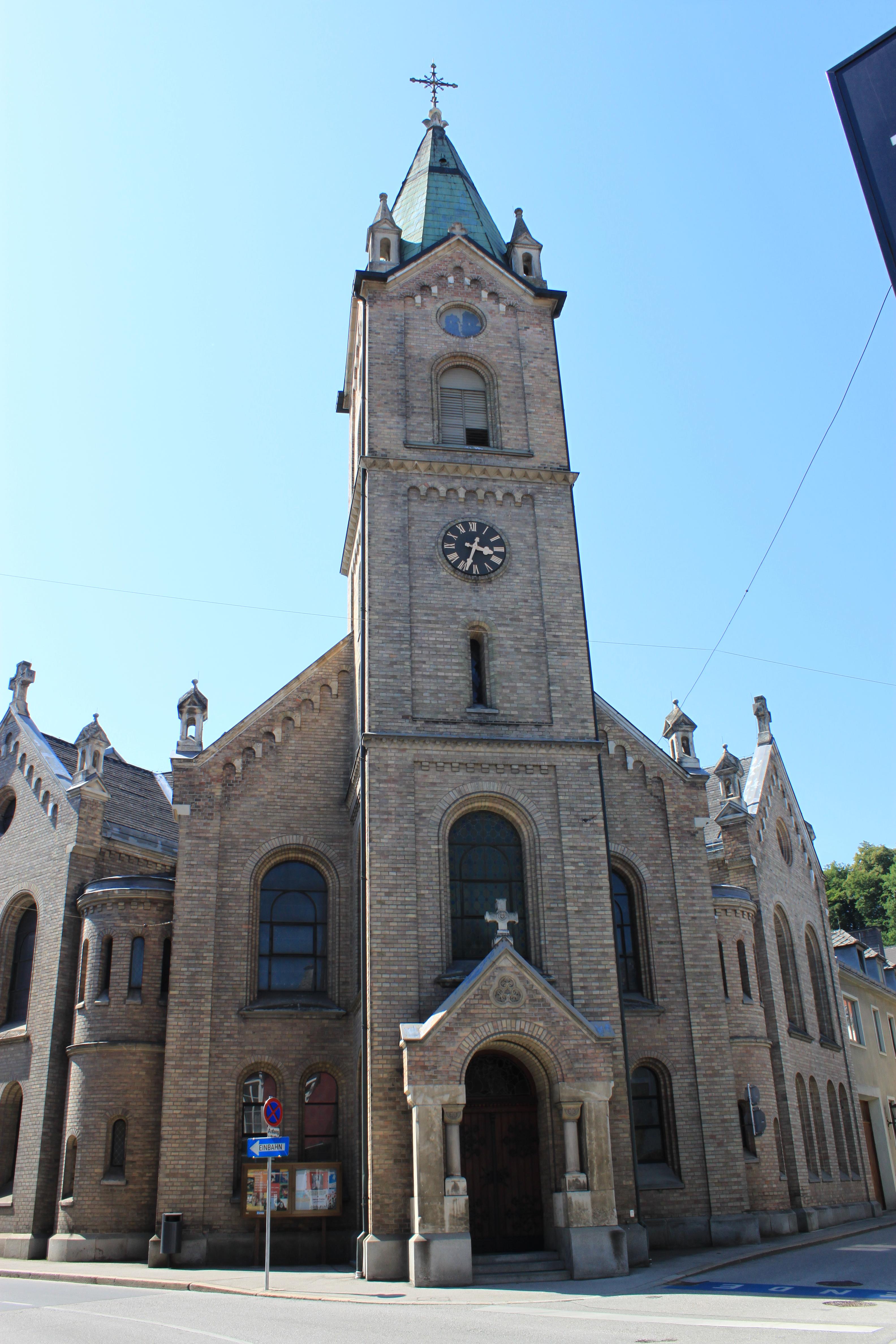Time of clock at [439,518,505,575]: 3:33
